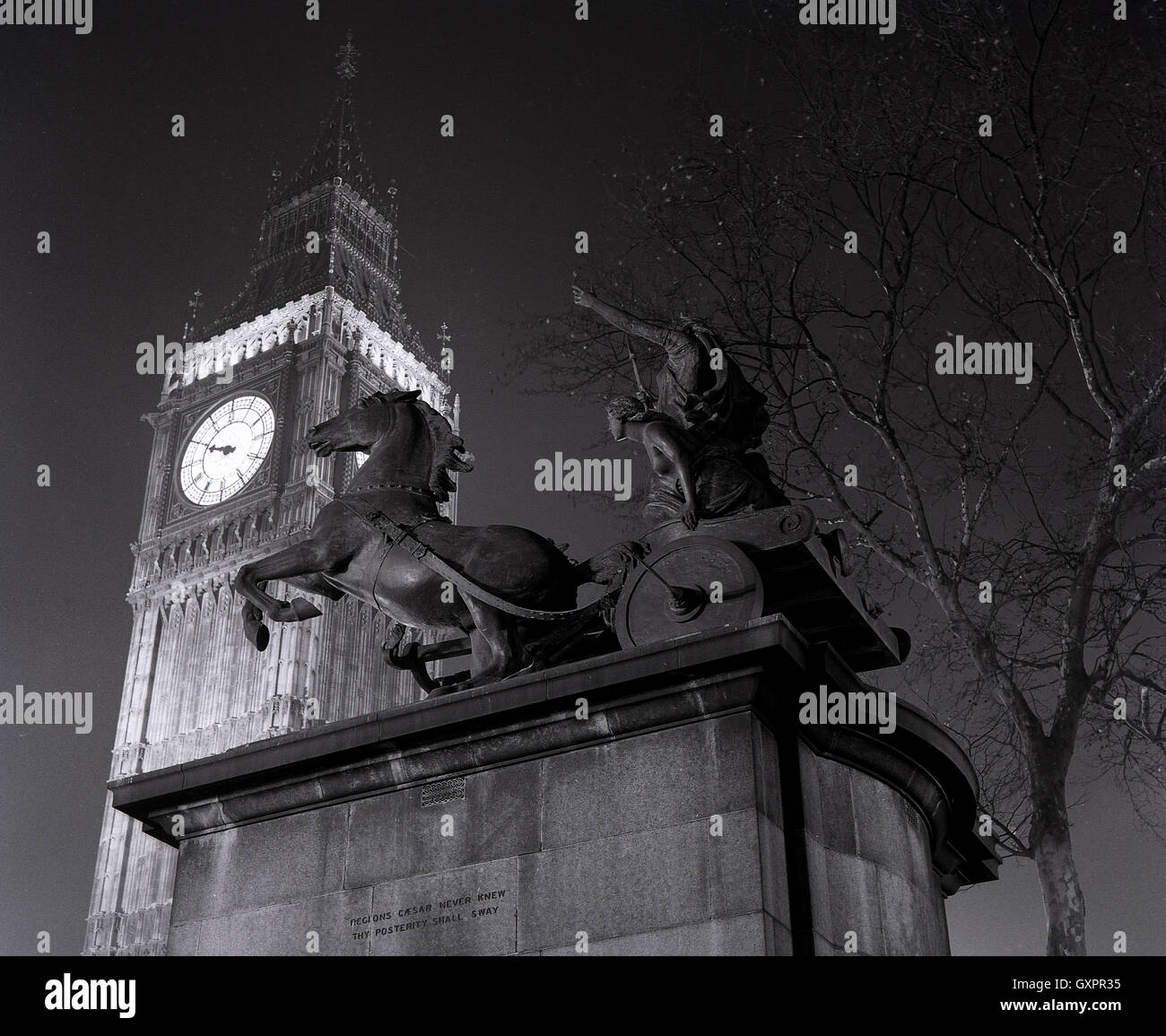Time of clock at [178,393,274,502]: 9:49
